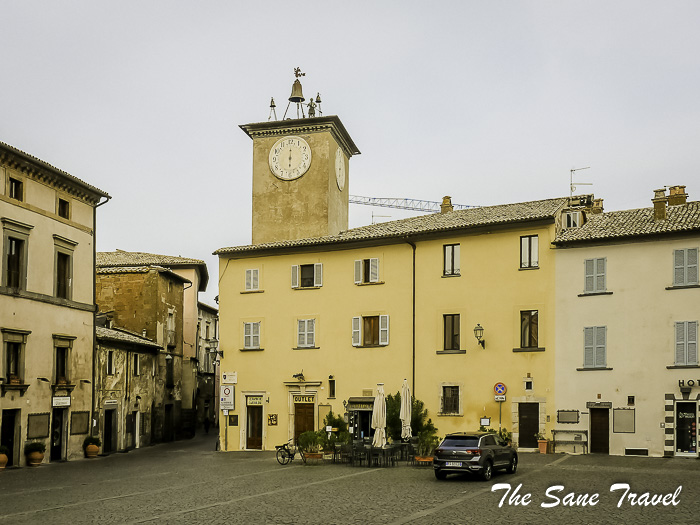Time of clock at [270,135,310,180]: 6:00
